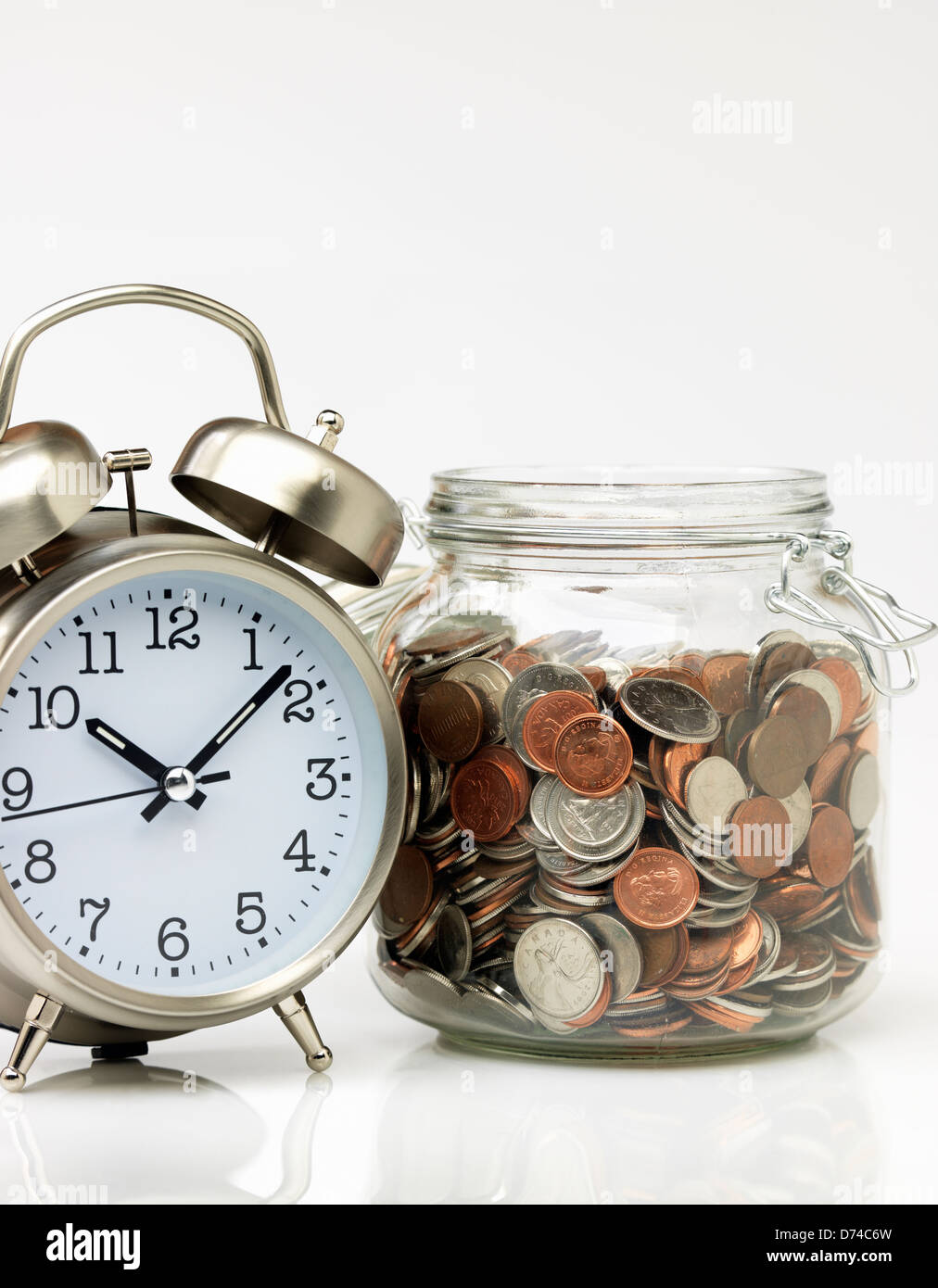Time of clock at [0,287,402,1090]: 10:07
